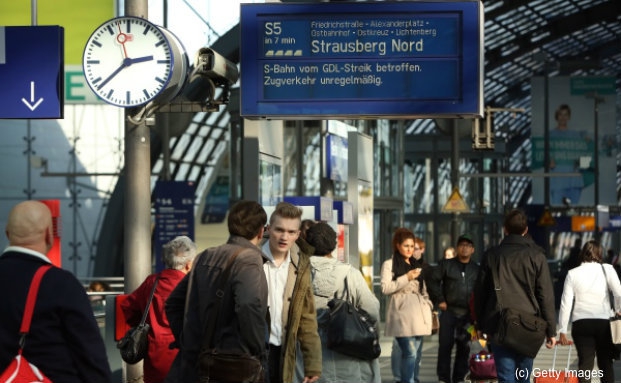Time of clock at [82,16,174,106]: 2:38
